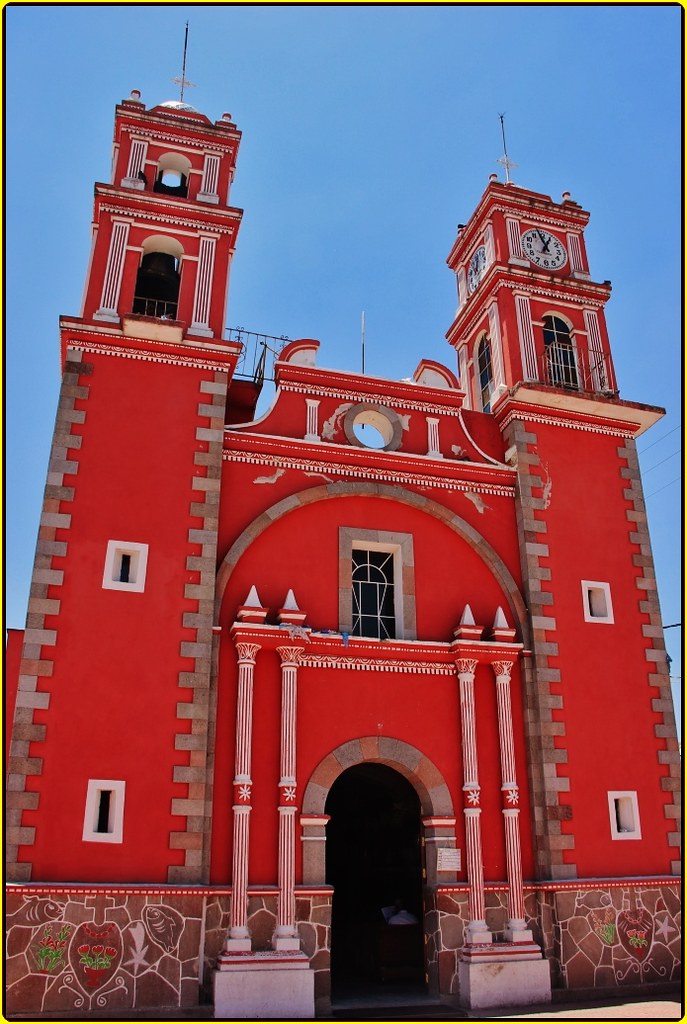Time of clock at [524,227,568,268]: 12:57
